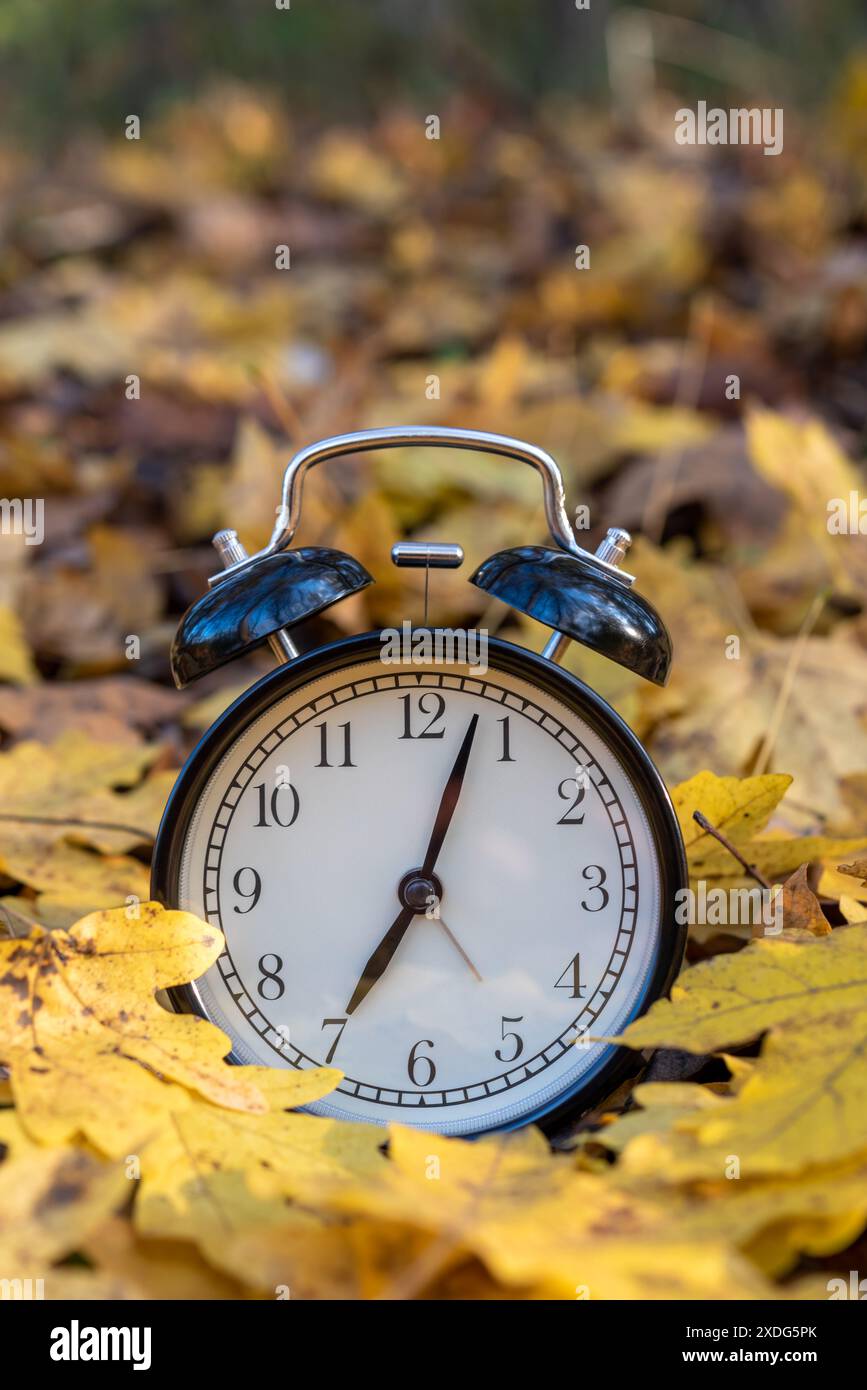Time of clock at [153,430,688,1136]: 7:03
